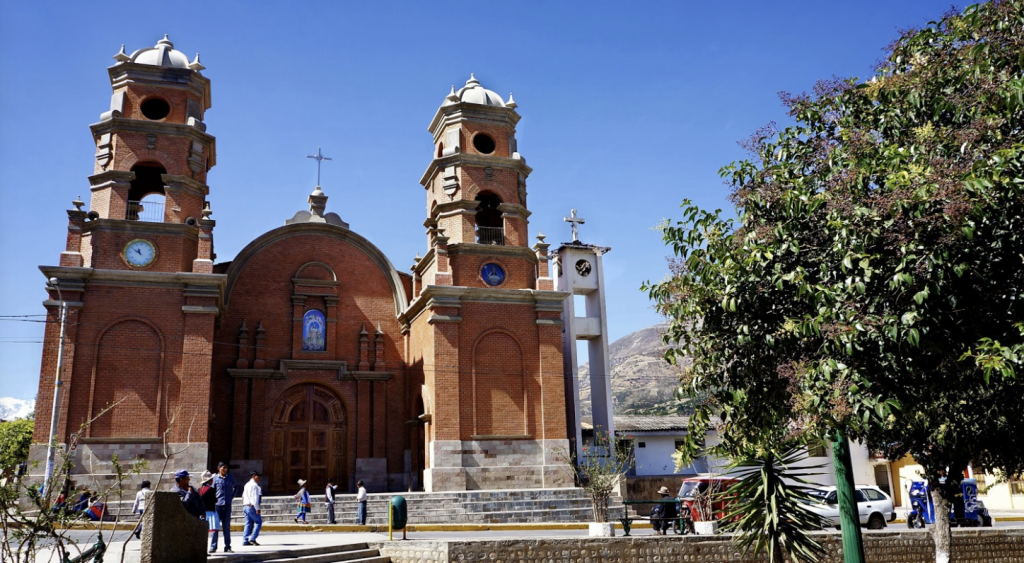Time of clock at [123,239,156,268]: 10:49
